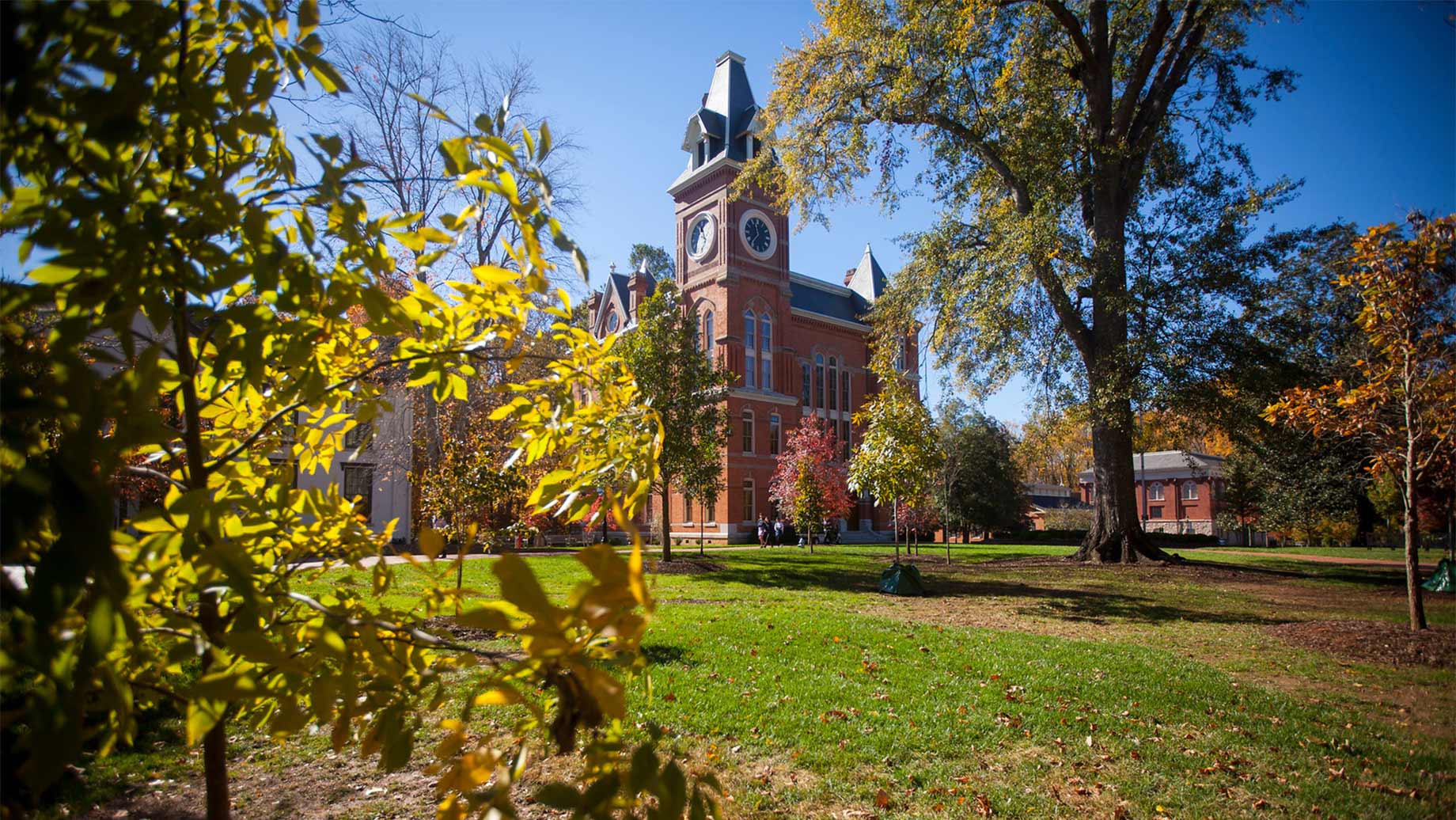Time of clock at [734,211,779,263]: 11:36
